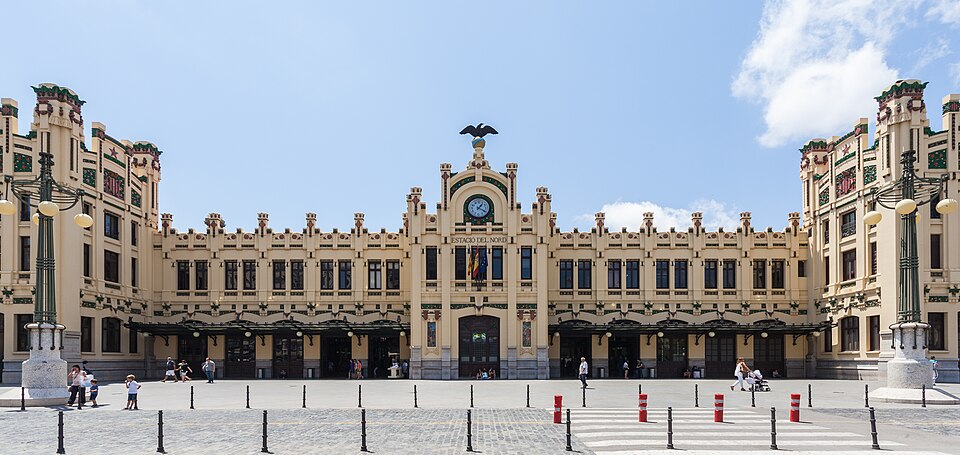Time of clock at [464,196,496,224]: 1:20
